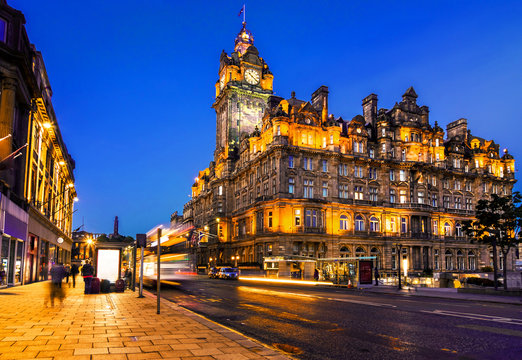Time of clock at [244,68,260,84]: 10:21
